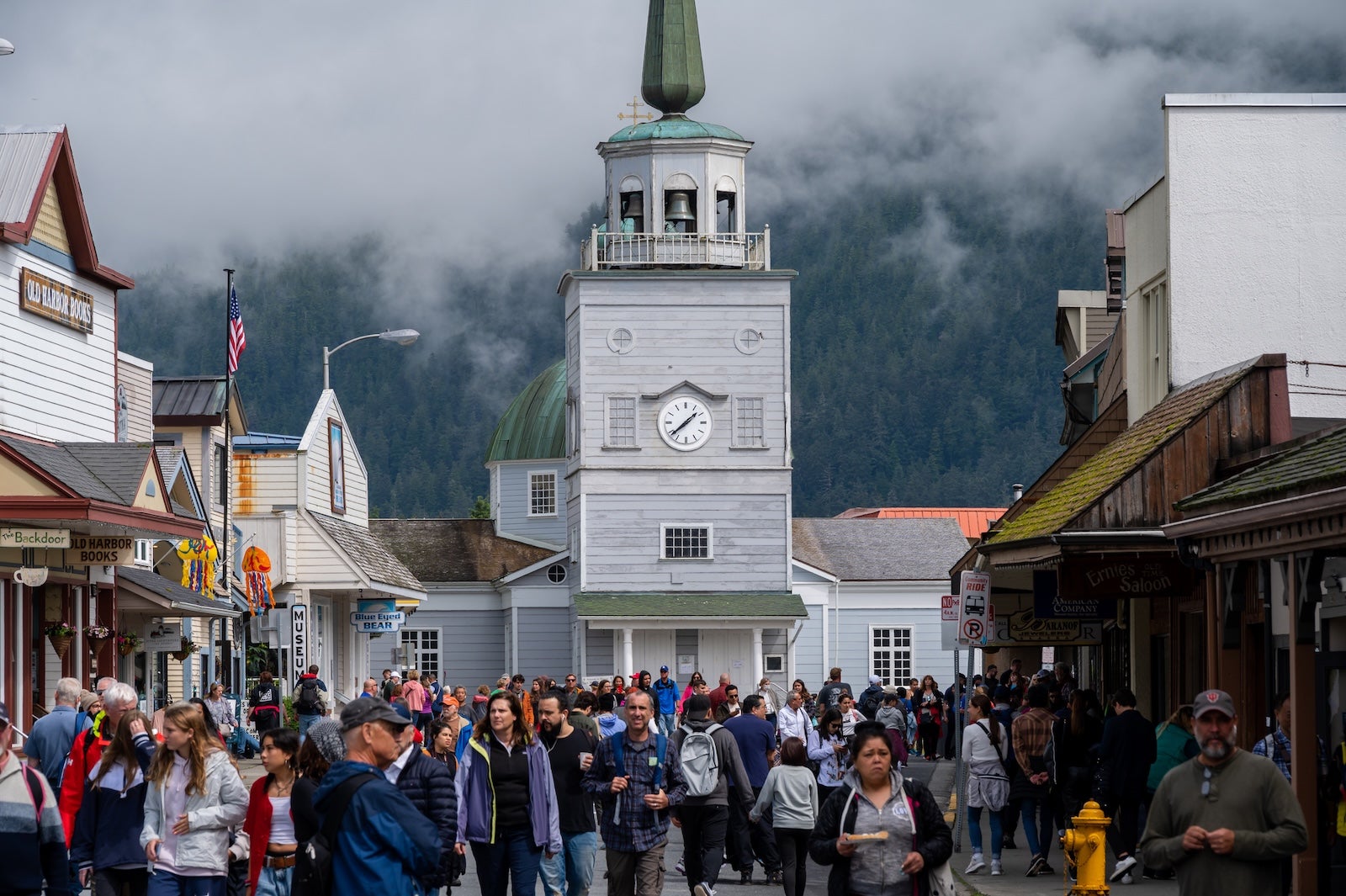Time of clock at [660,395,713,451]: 1:38
